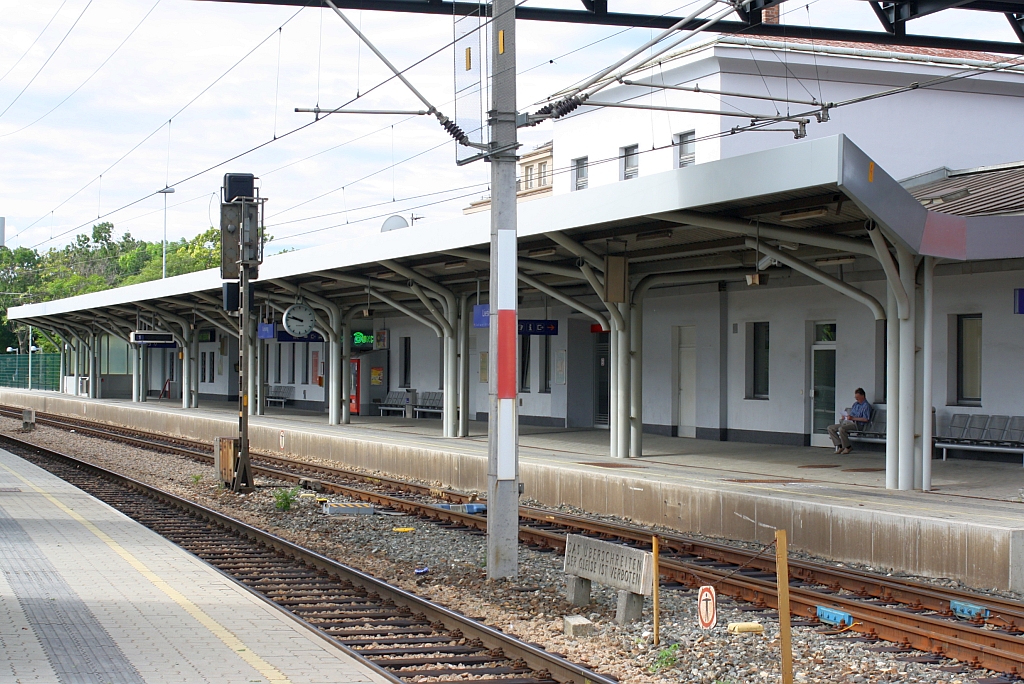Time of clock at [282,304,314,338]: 9:47
